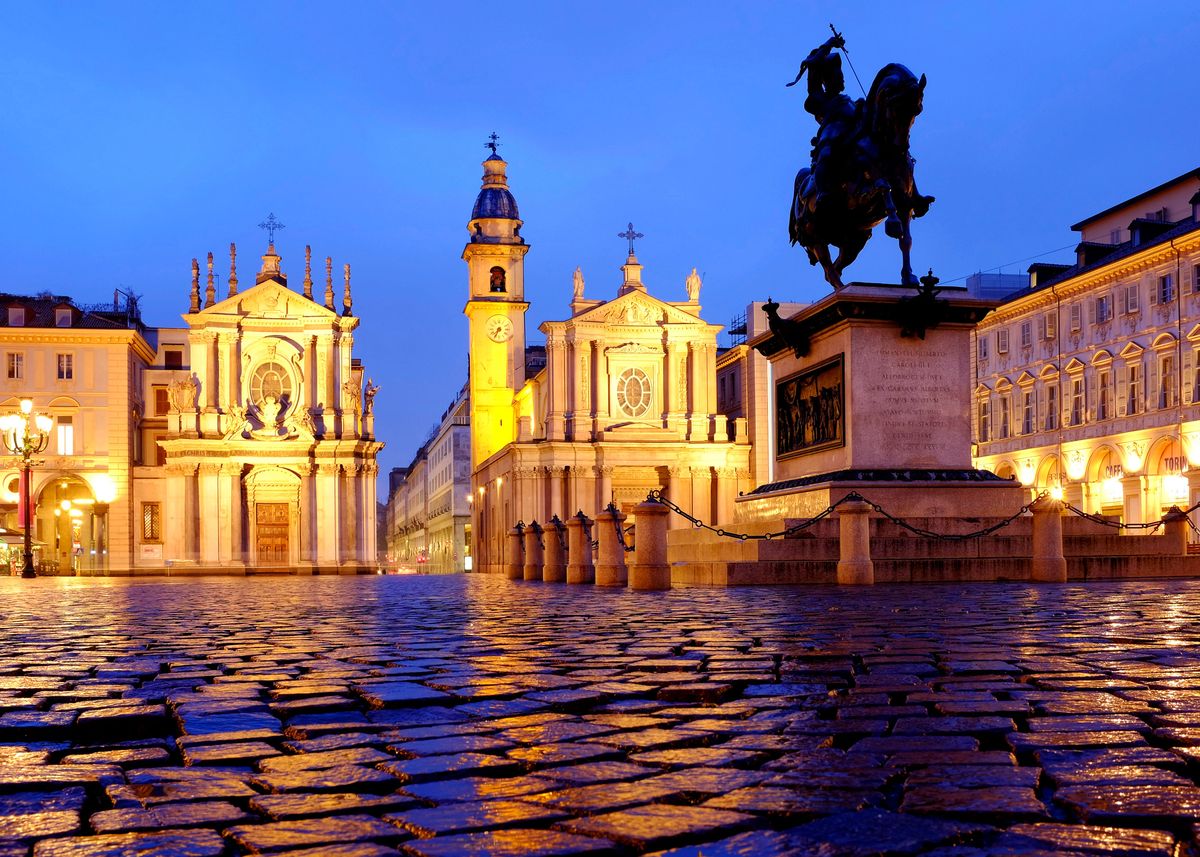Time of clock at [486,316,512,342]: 7:34
